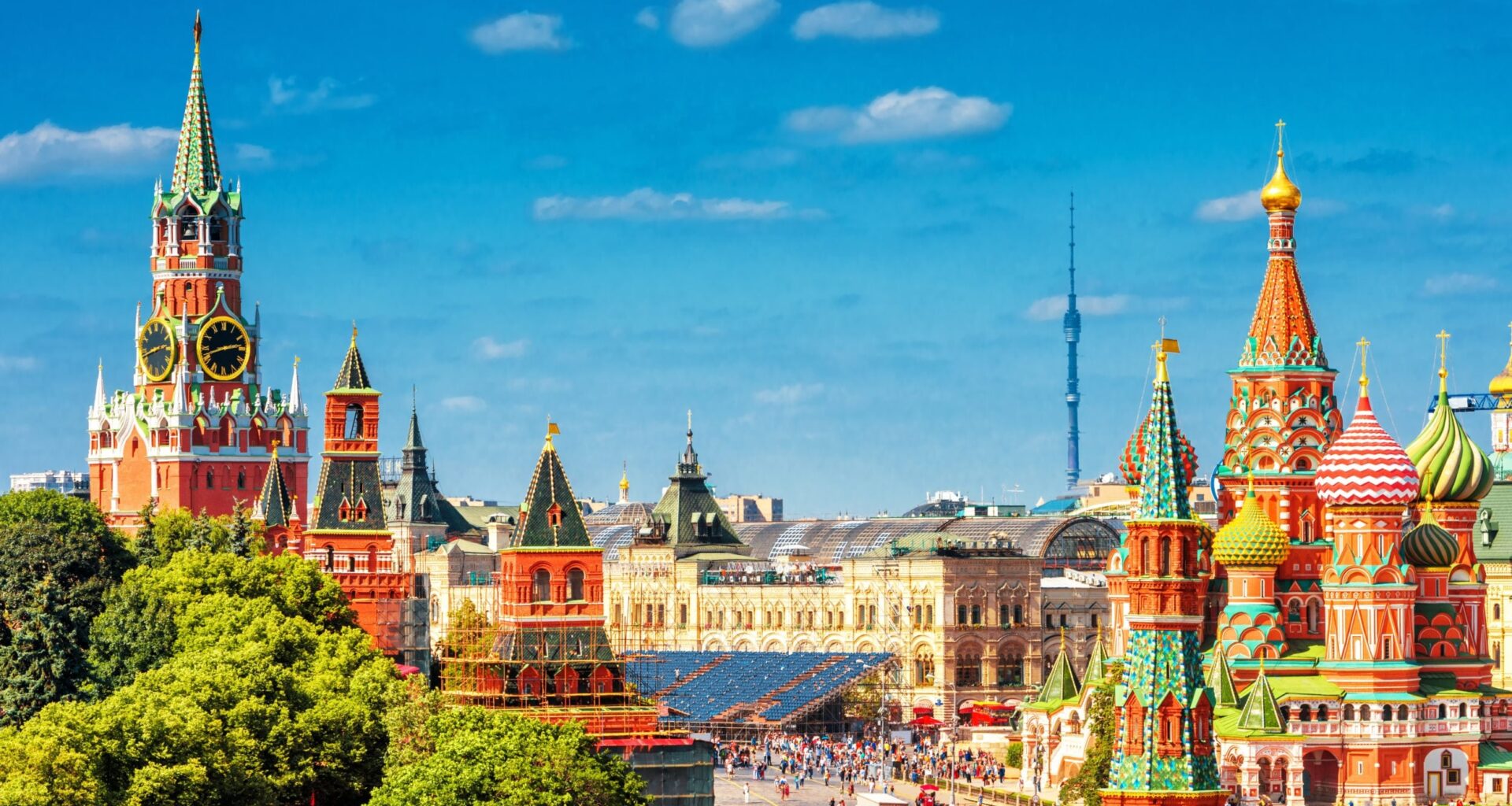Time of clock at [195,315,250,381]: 2:42
